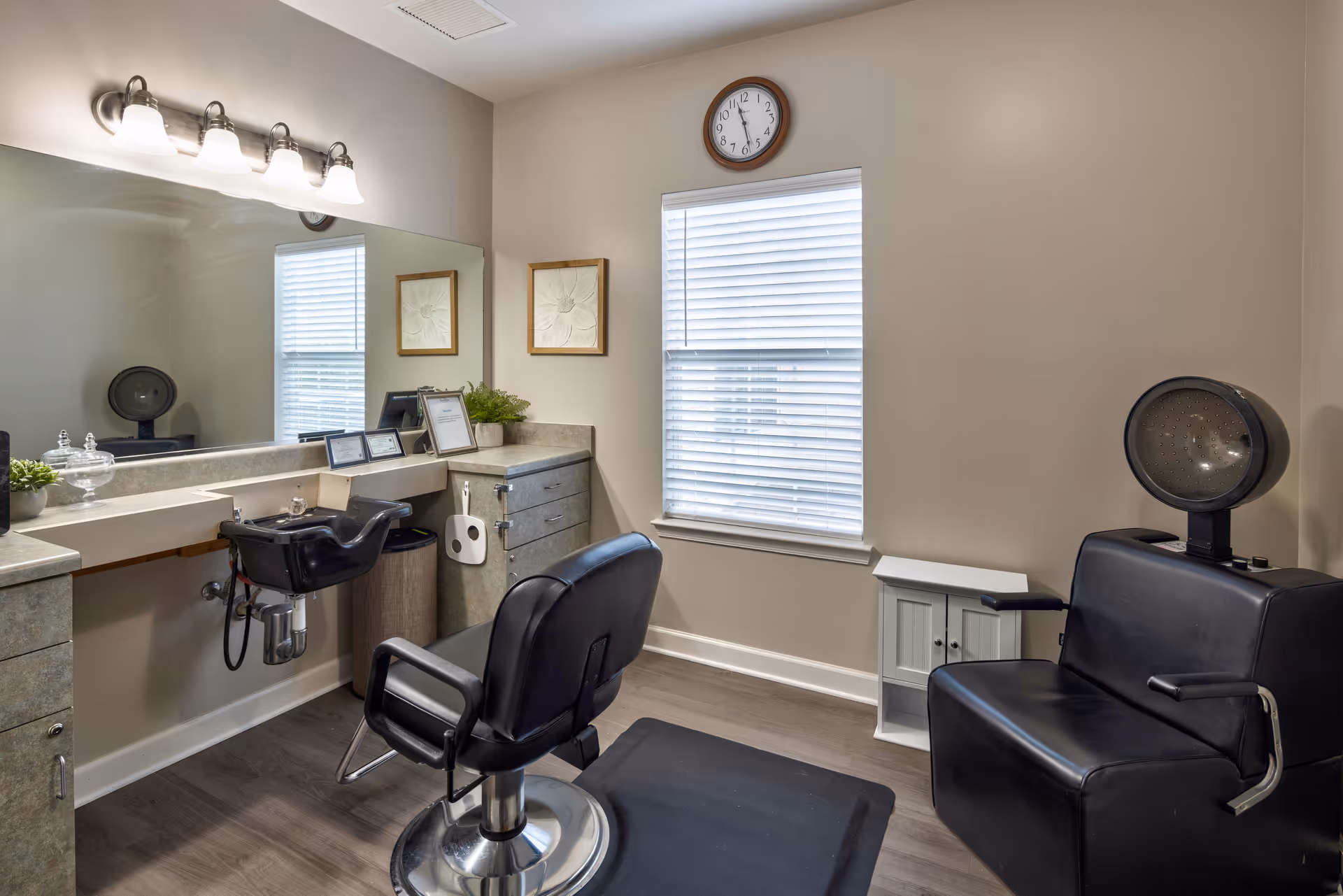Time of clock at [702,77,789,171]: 11:28
